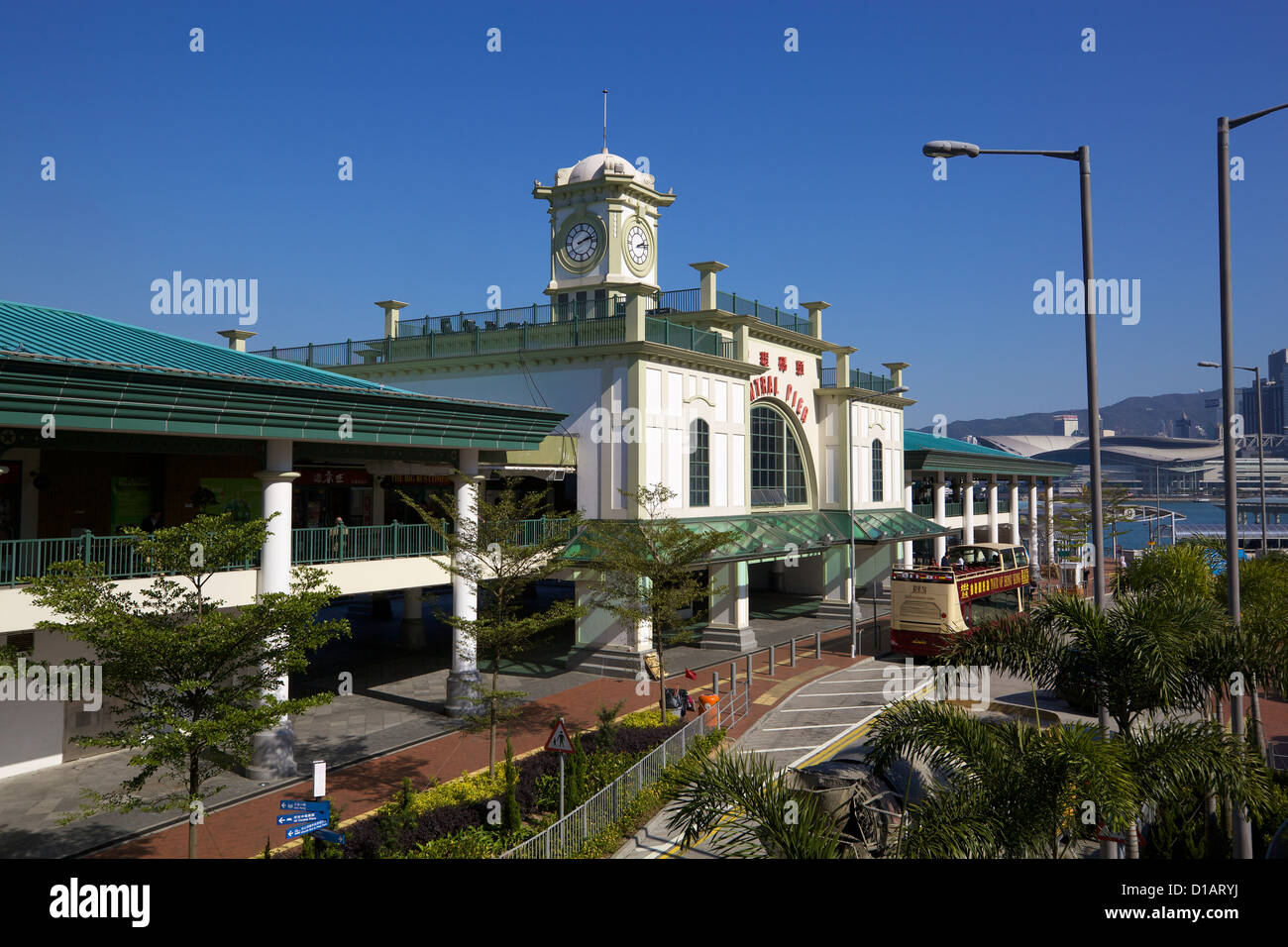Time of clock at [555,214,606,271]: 2:12
